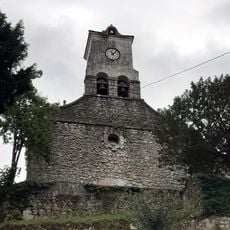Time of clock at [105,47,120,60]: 11:07
